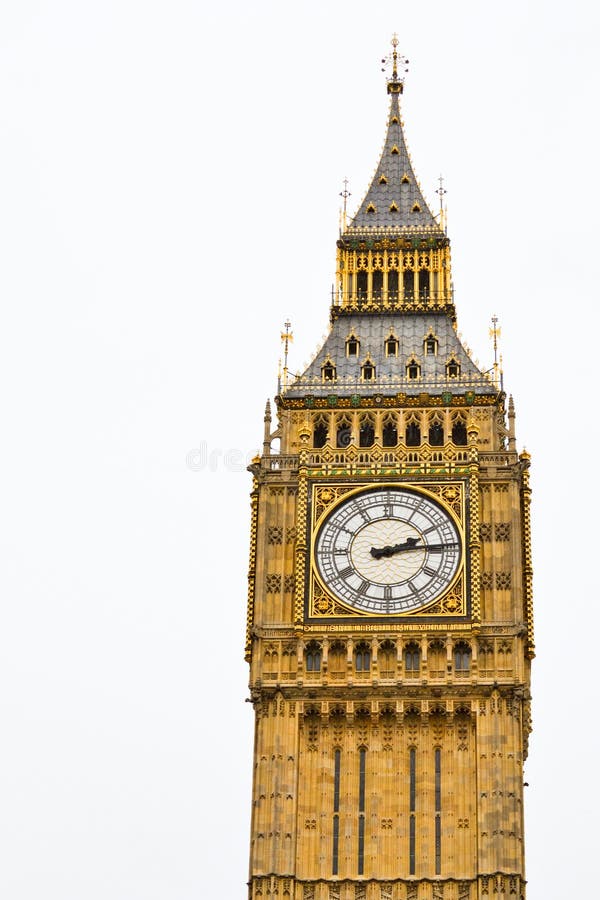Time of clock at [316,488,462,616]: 2:14
